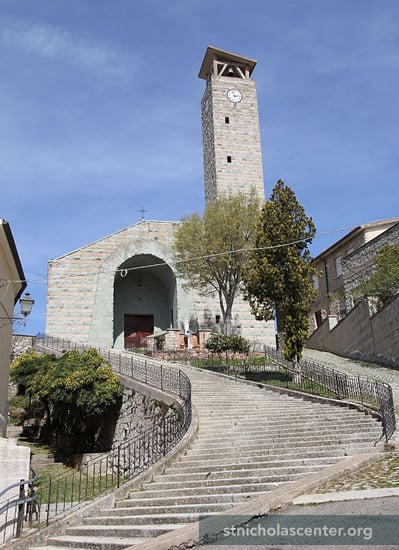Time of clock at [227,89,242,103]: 2:57
